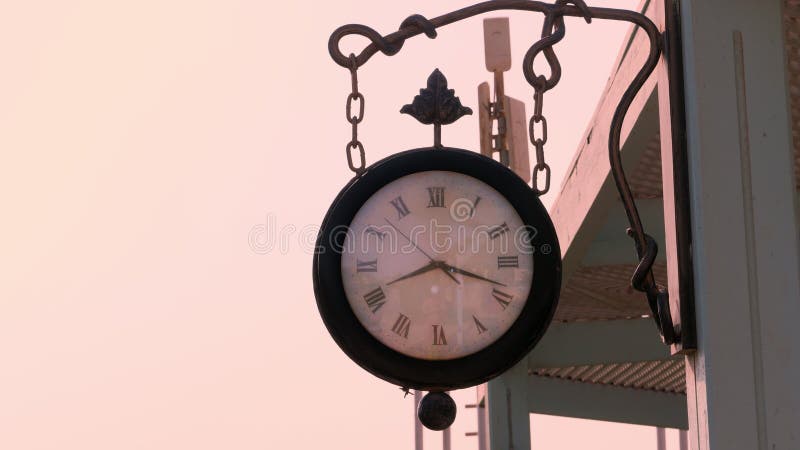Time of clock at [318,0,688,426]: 8:18
